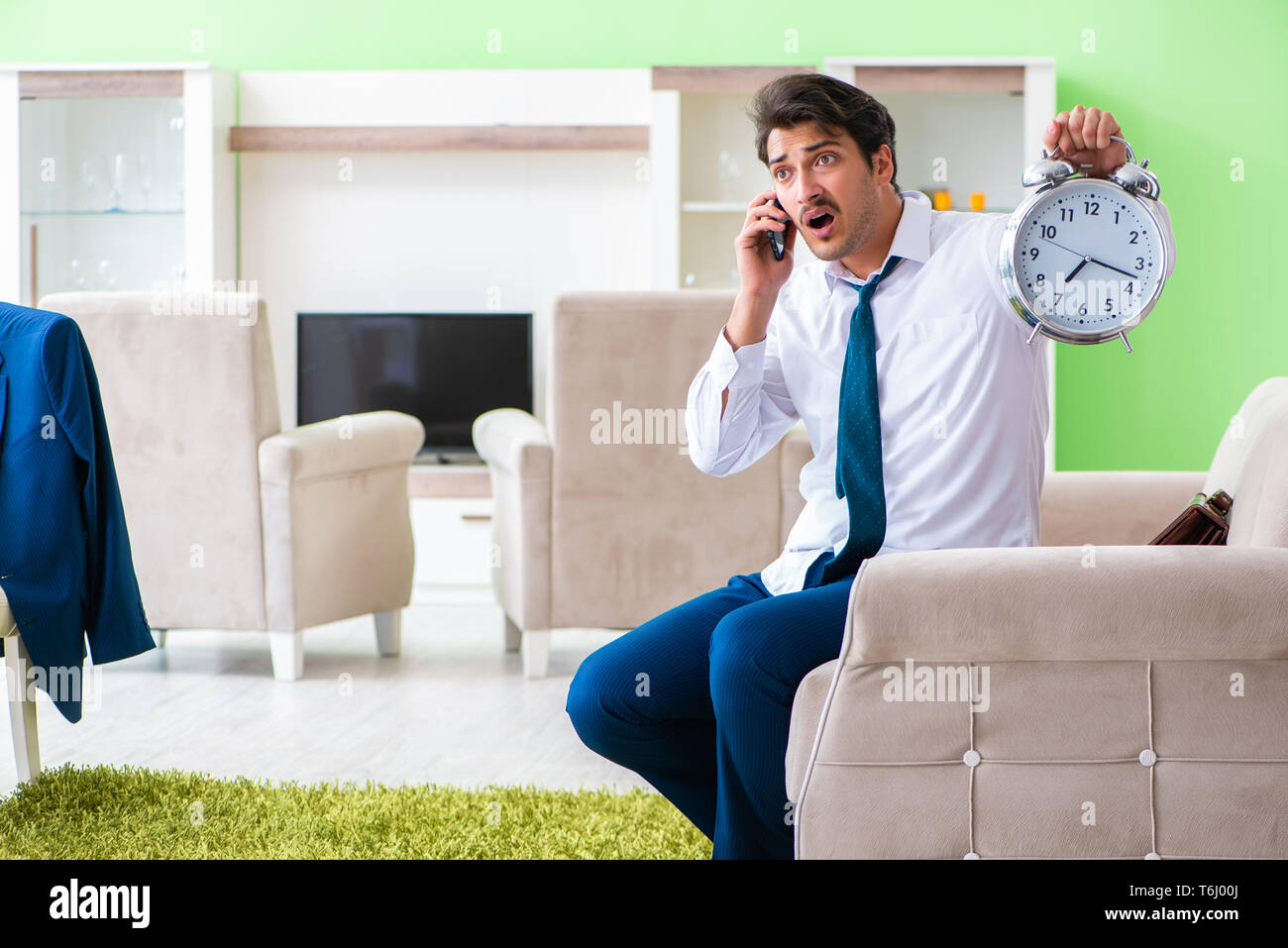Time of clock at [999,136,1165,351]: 7:17
